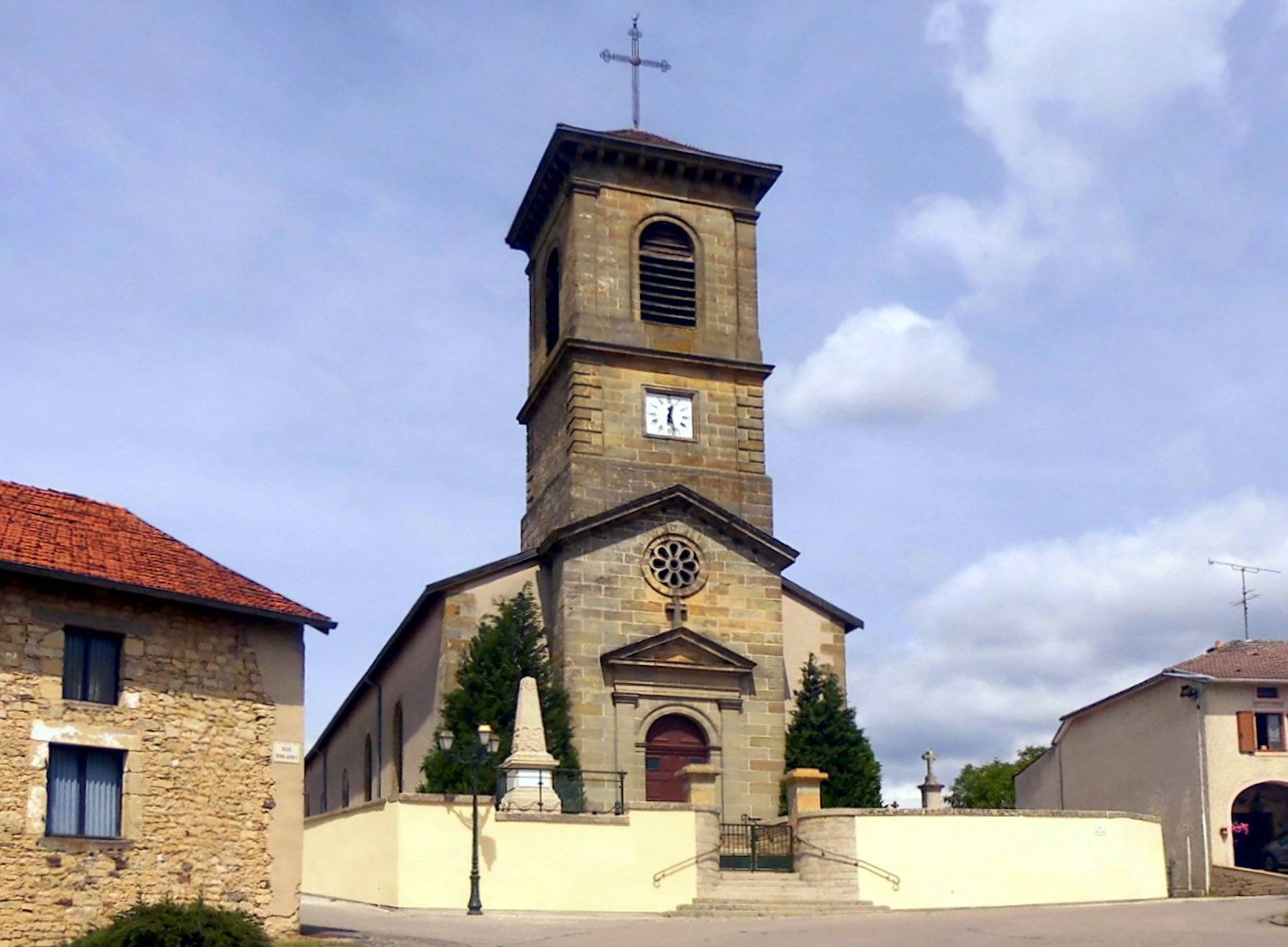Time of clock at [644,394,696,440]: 12:27
